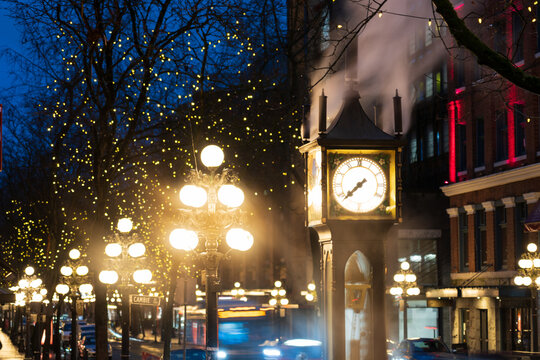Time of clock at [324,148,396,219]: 7:37
